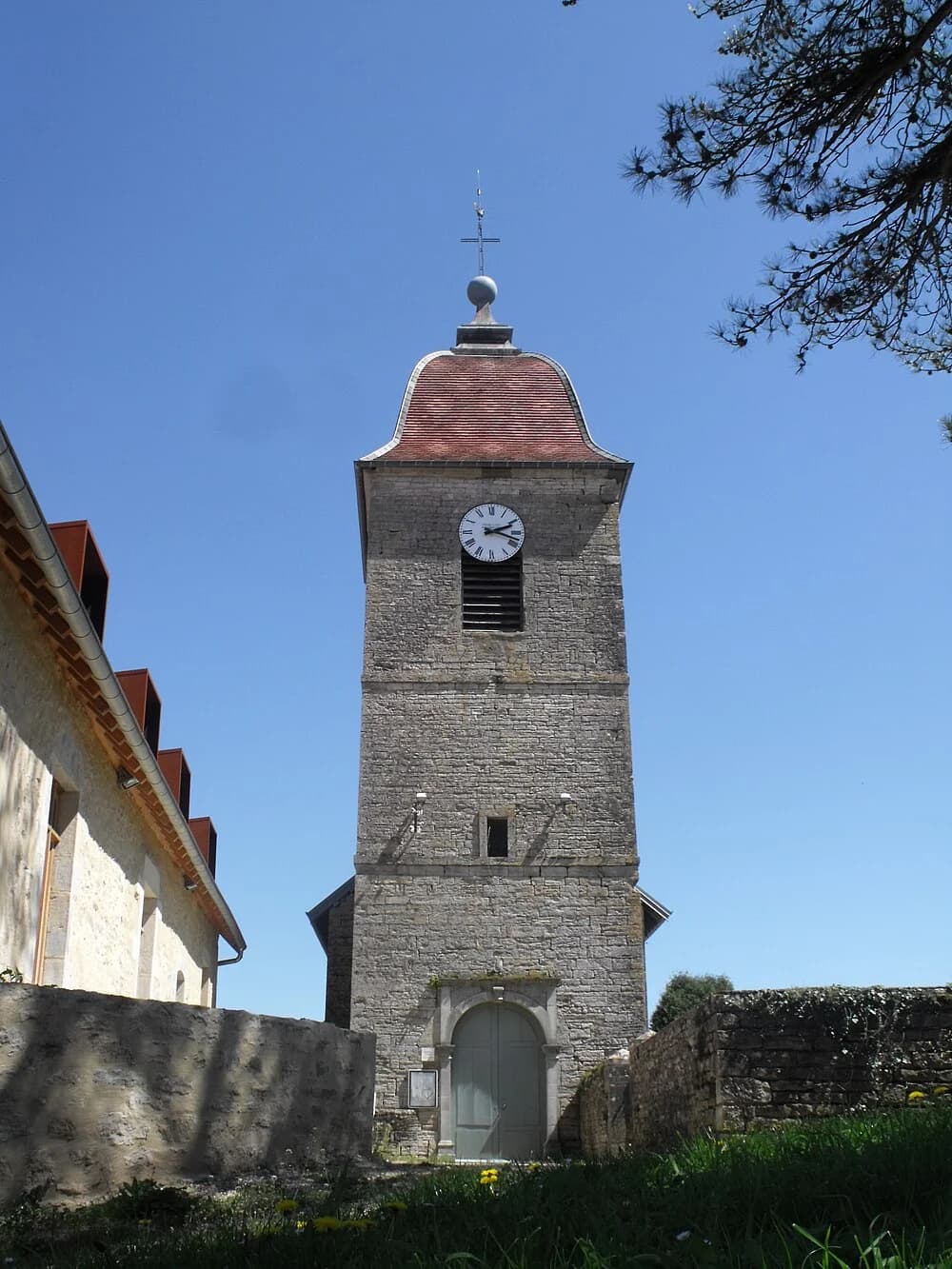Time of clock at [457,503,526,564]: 2:18
